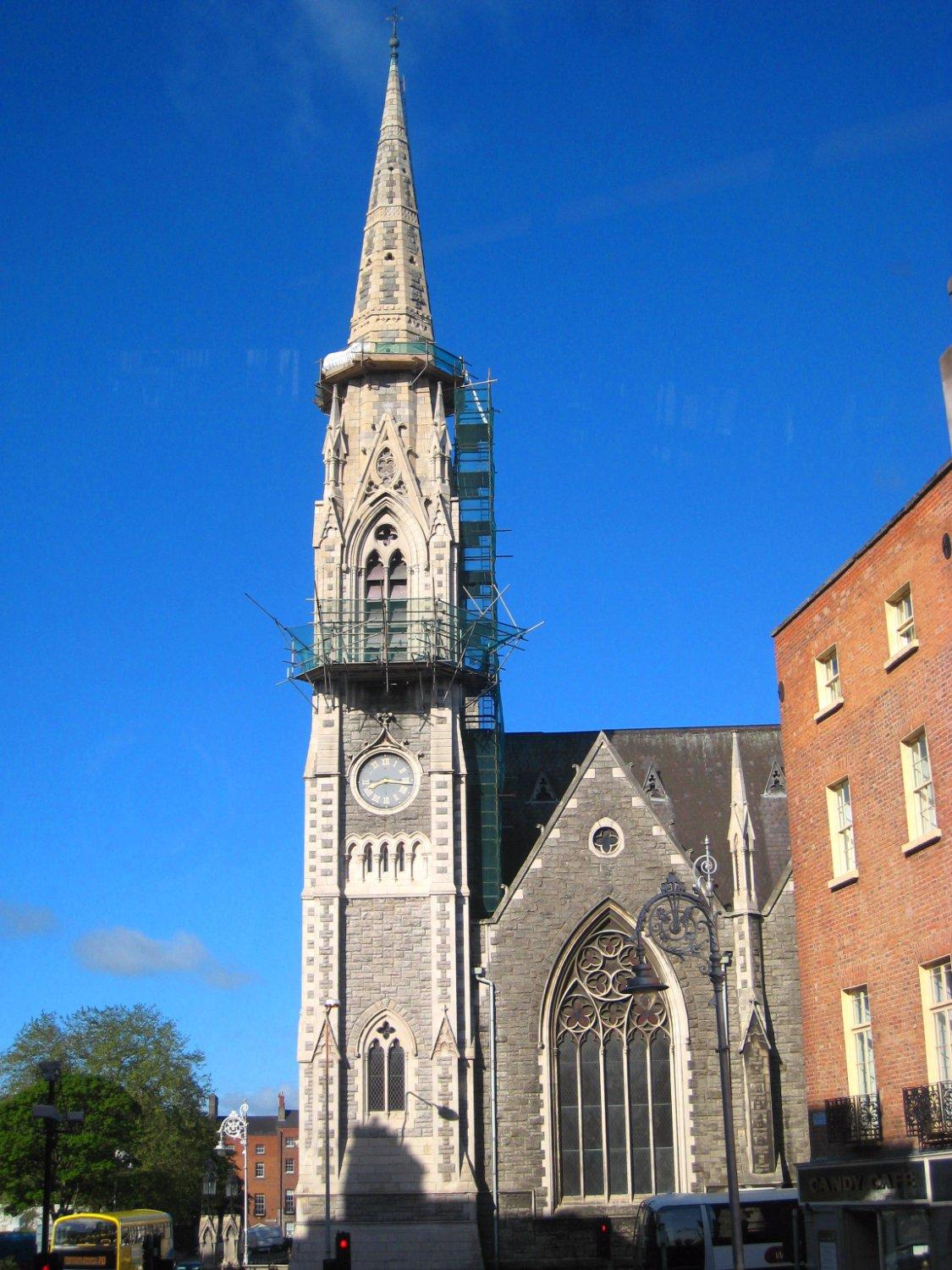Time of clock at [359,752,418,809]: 8:16
